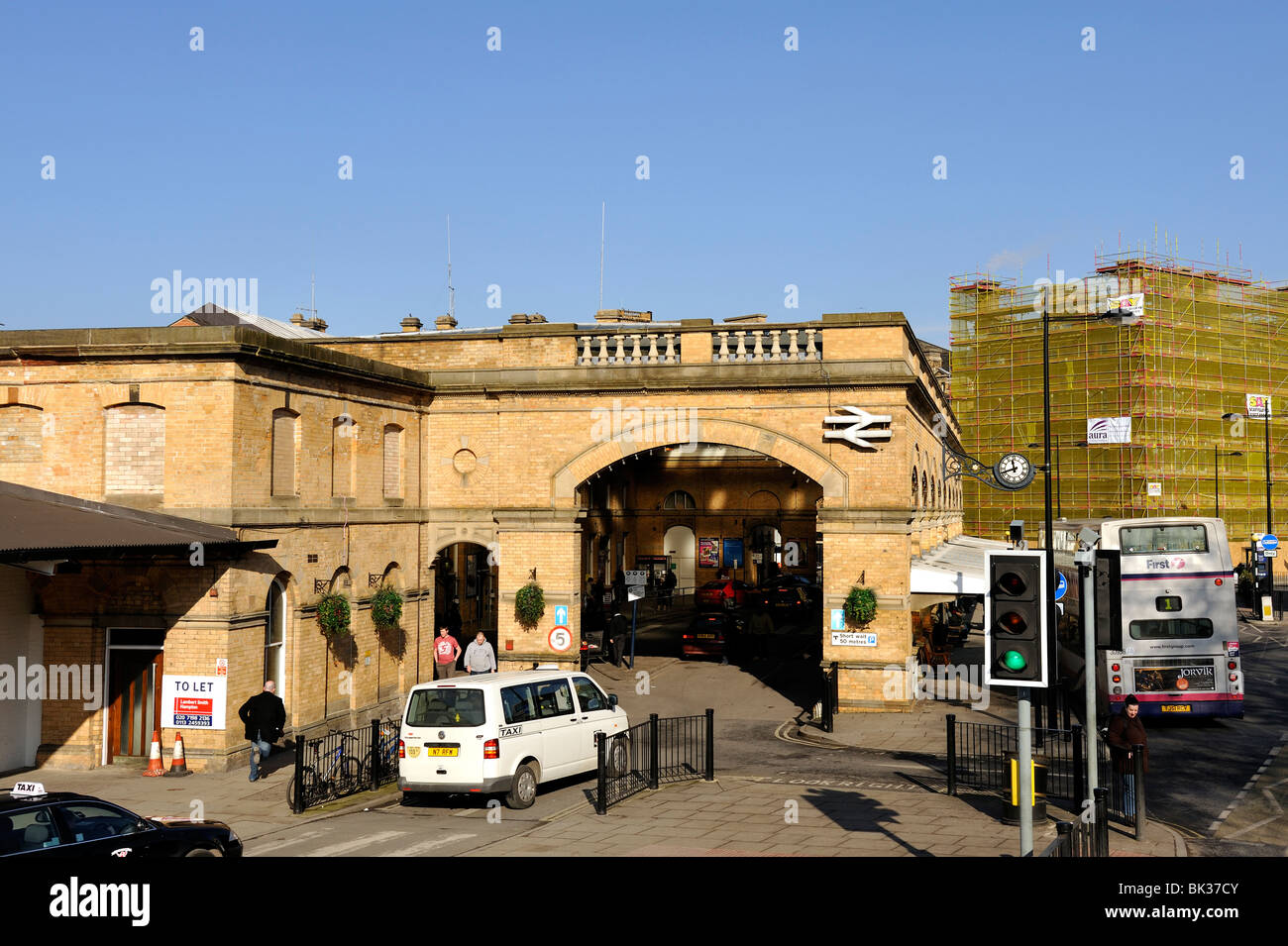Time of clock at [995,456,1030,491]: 11:41
